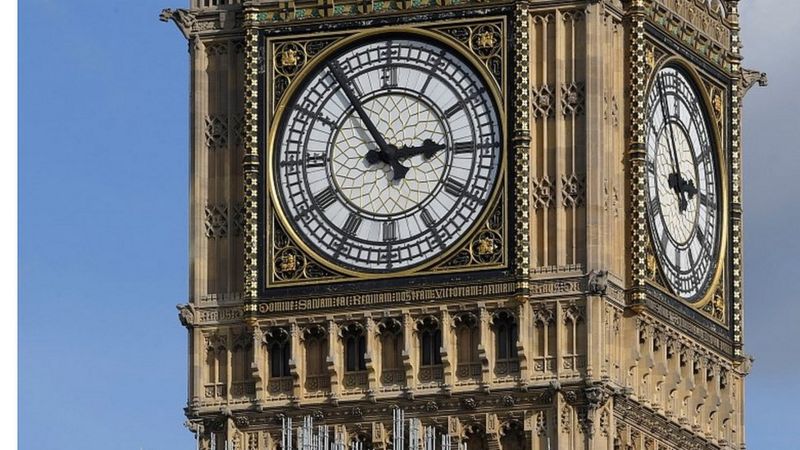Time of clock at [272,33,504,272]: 2:54
